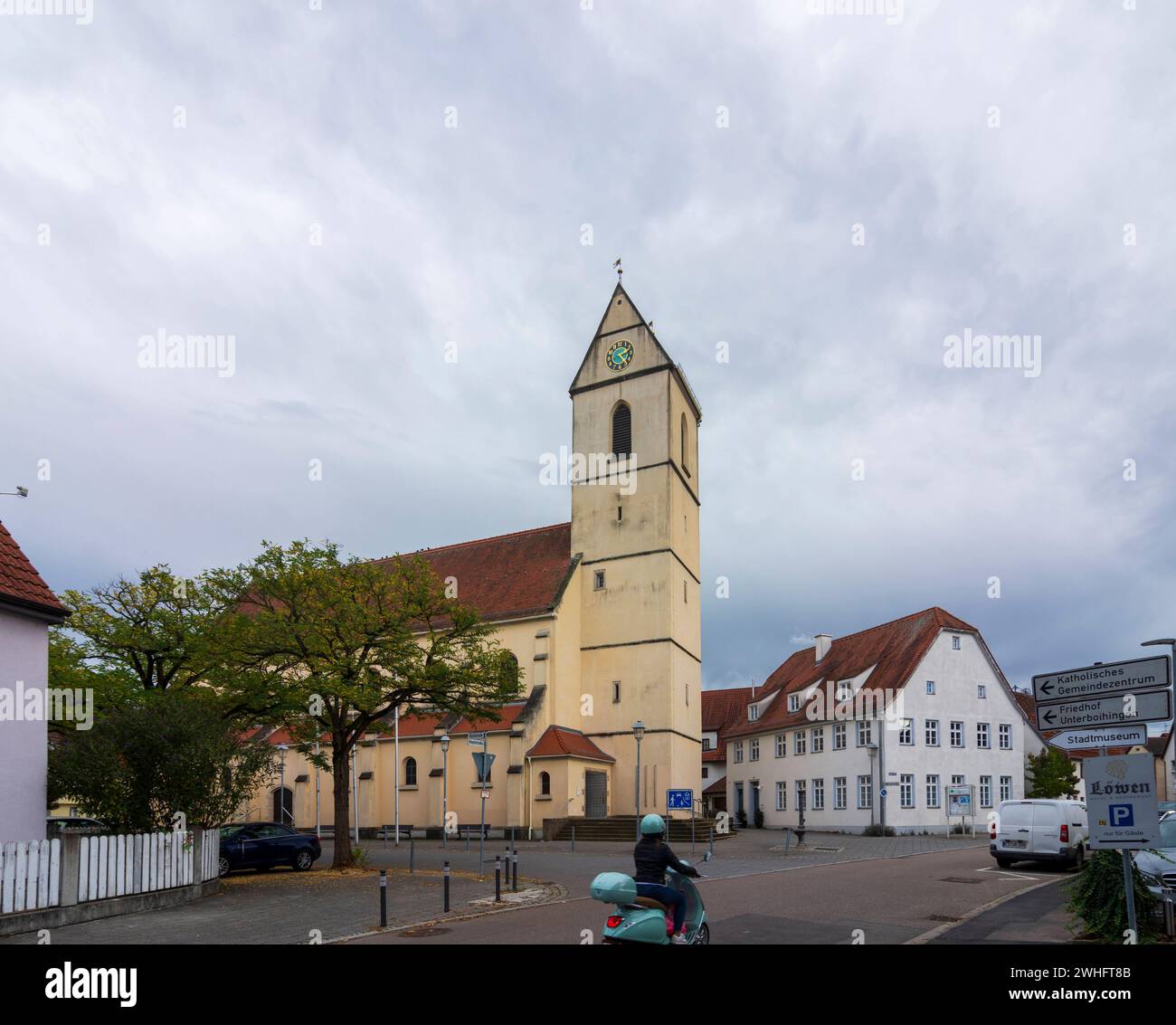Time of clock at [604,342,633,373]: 2:22
